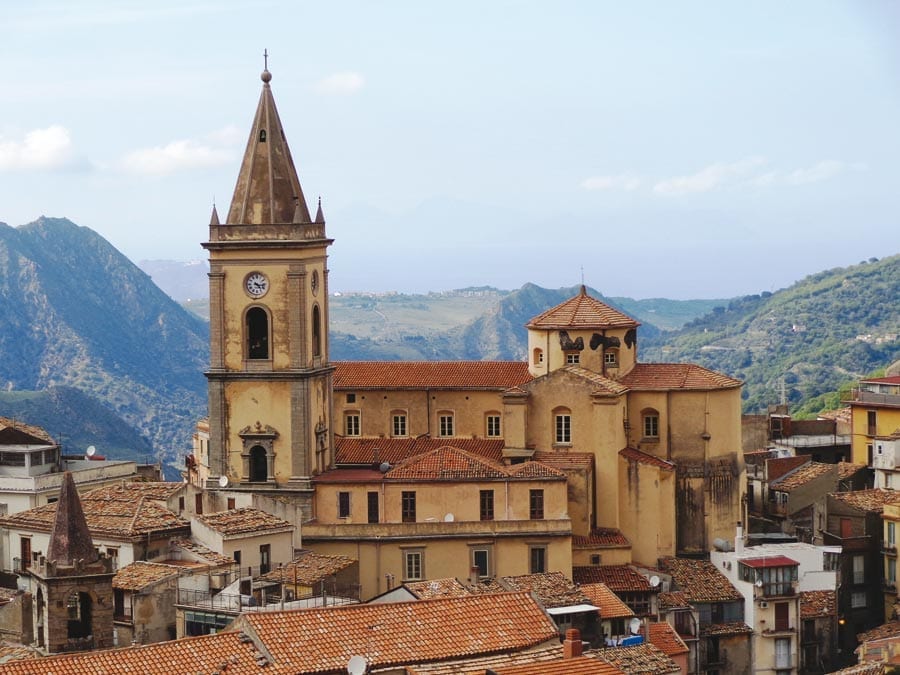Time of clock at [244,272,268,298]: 4:16
